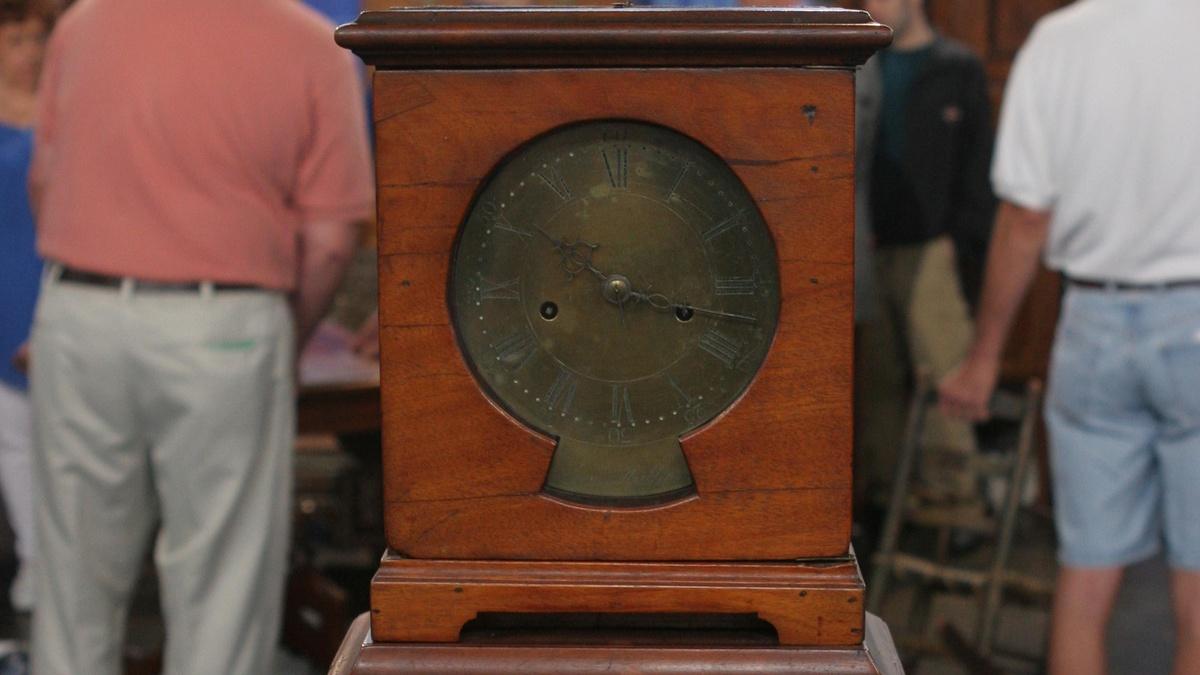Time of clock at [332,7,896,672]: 10:17
